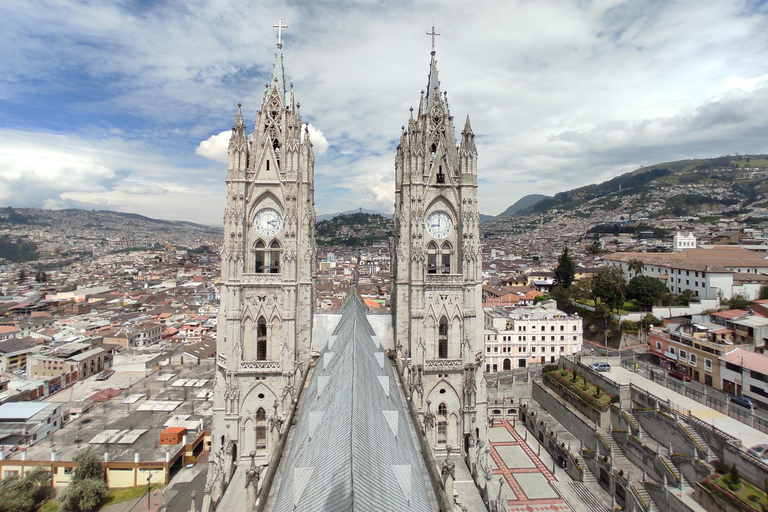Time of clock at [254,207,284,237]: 4:12
